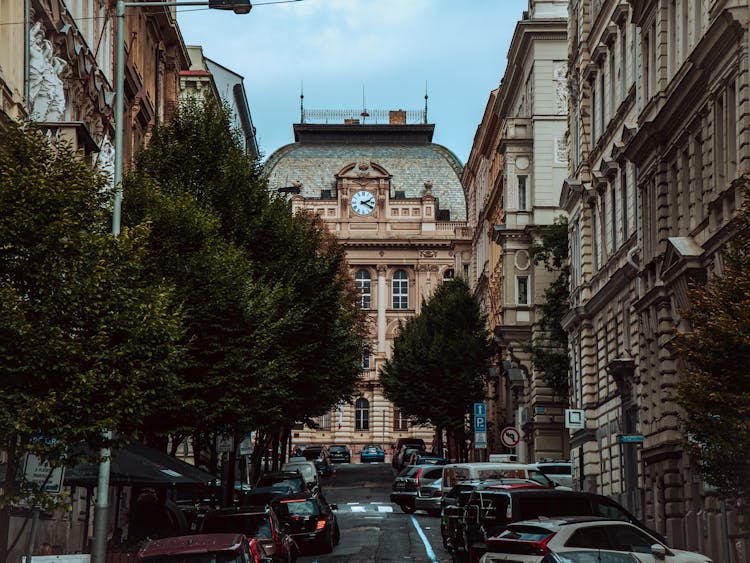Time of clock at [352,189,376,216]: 2:19
